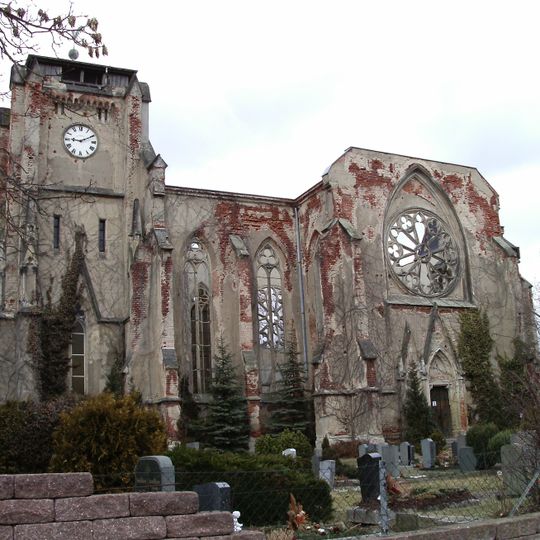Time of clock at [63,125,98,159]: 9:10
